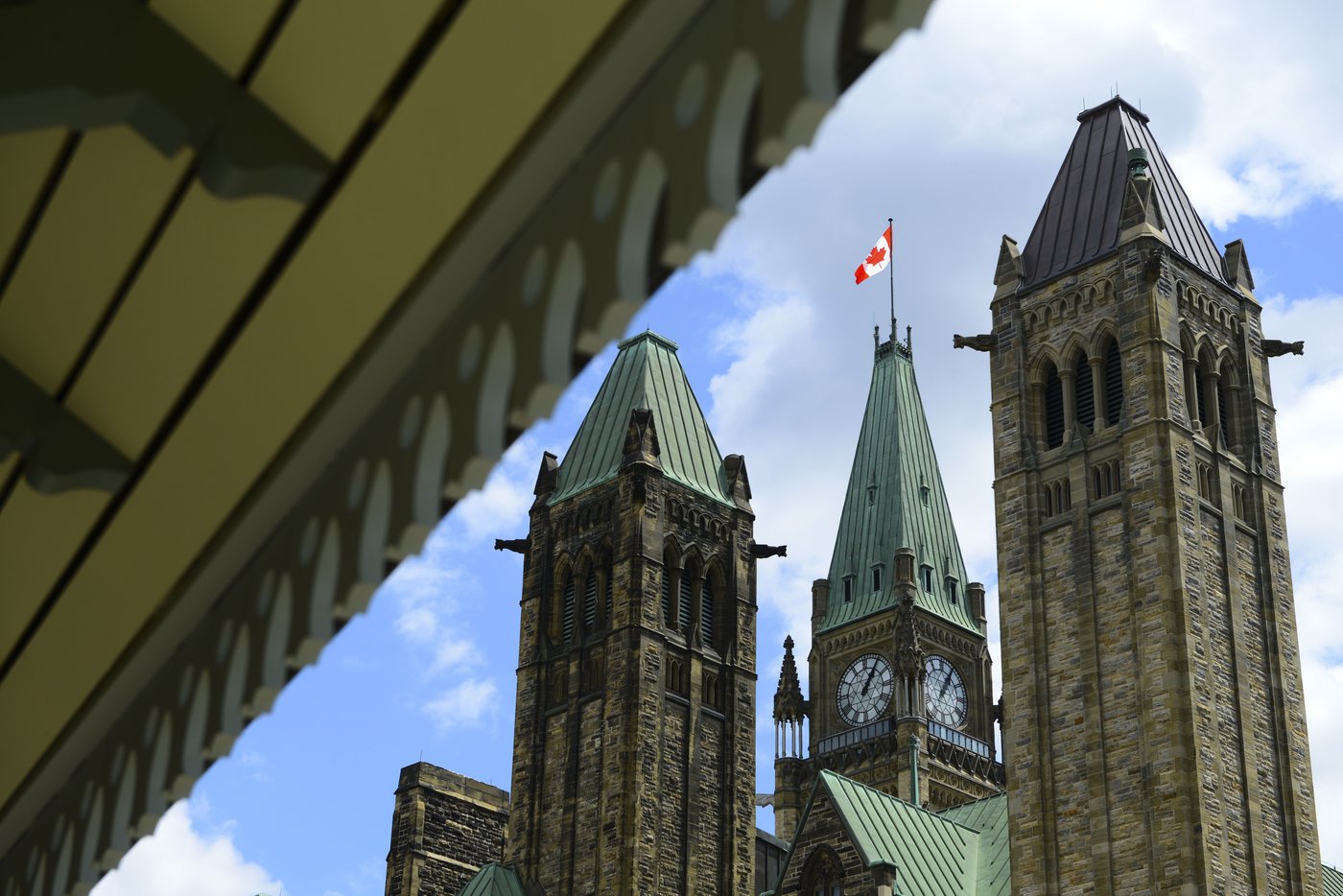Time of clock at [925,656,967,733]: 1:05
